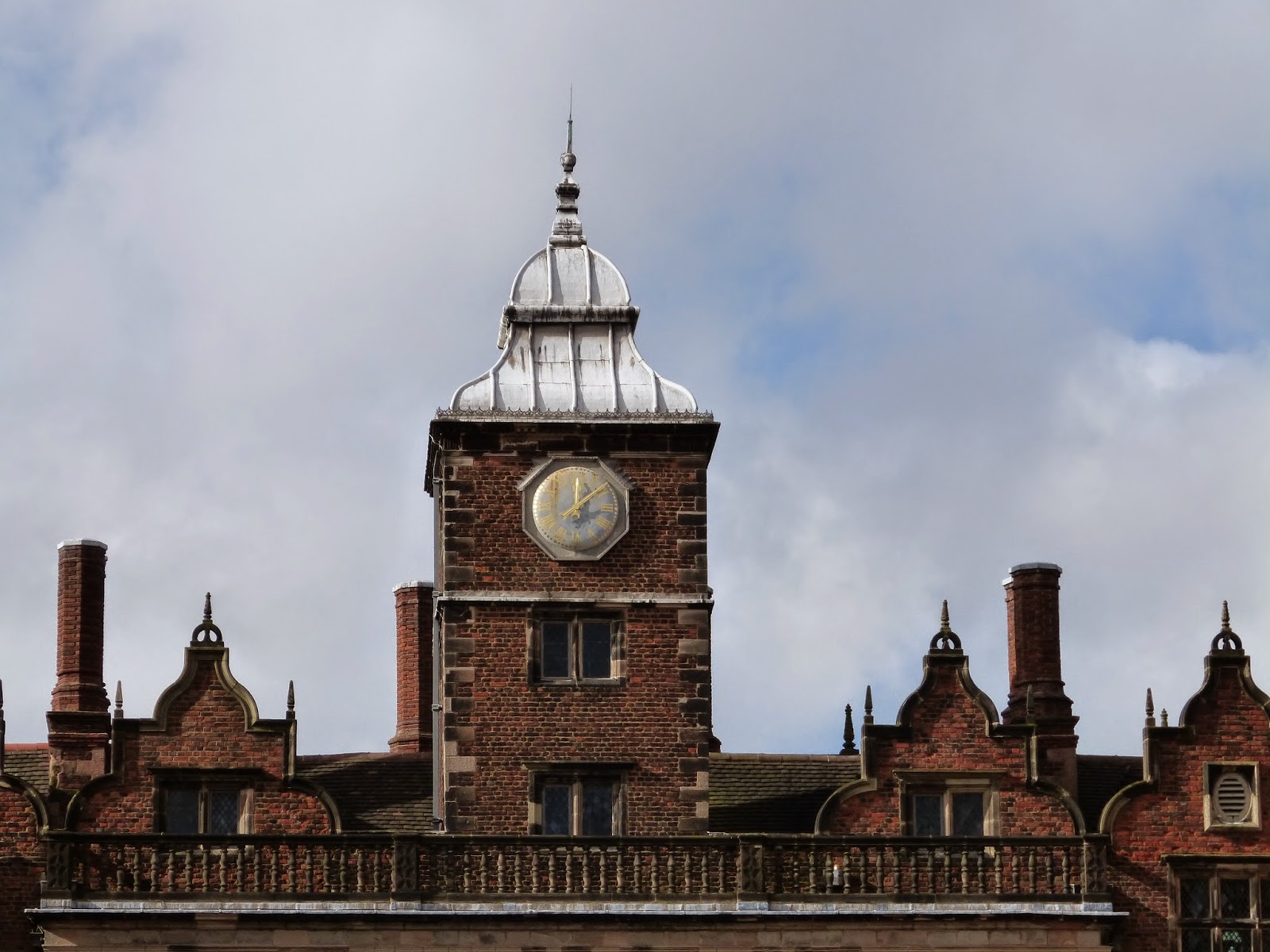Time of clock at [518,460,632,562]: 12:08
